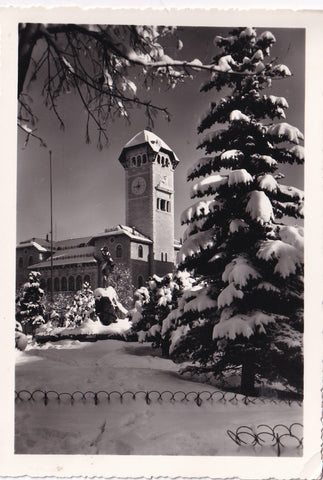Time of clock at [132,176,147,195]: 8:32
